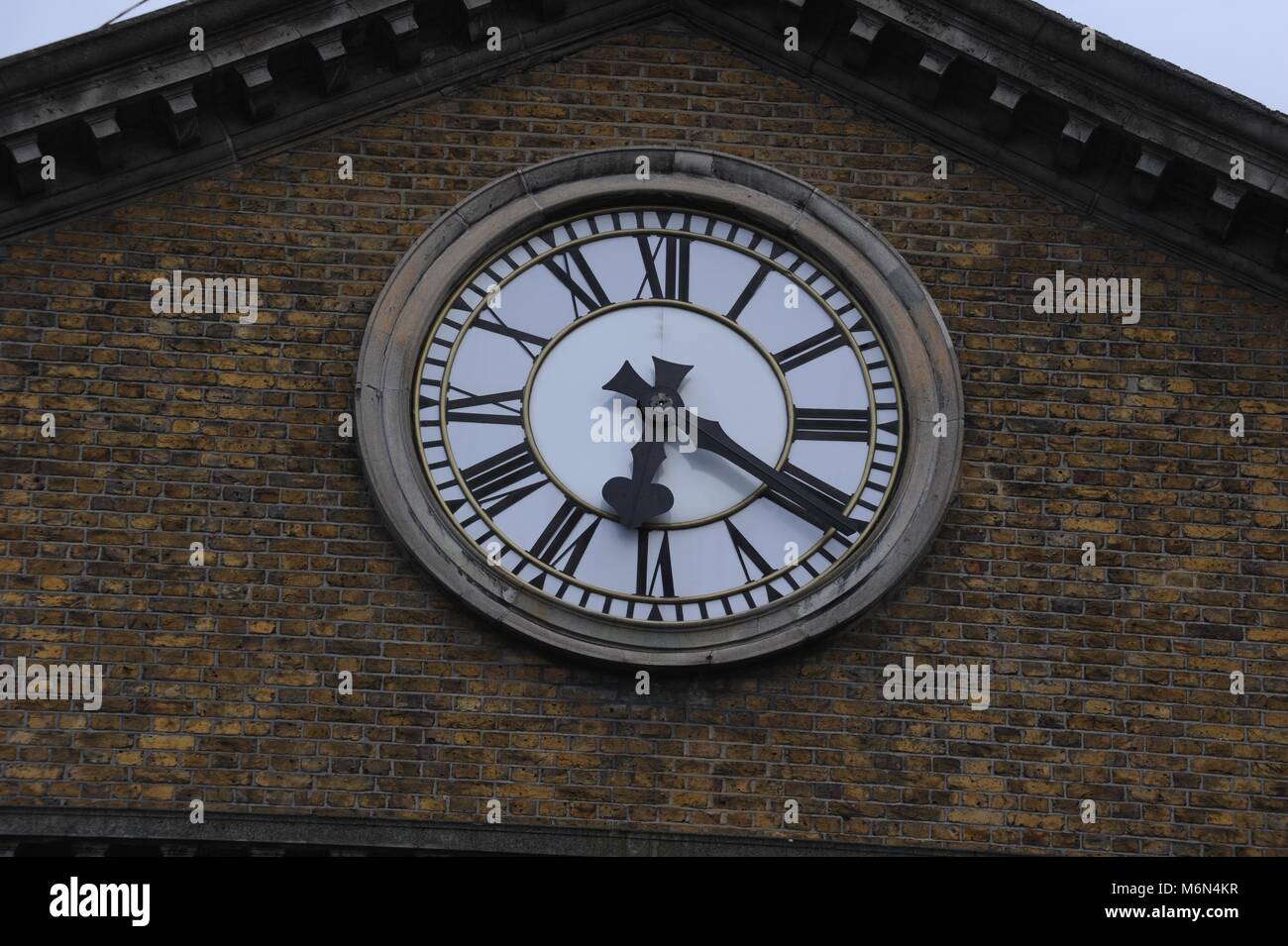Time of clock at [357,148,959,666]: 6:20
